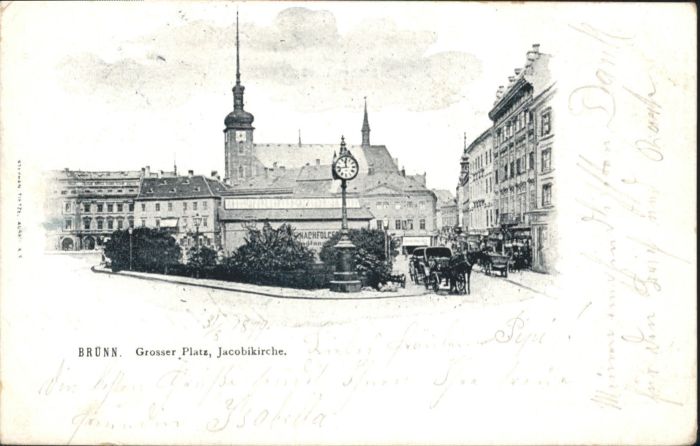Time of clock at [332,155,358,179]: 11:42
